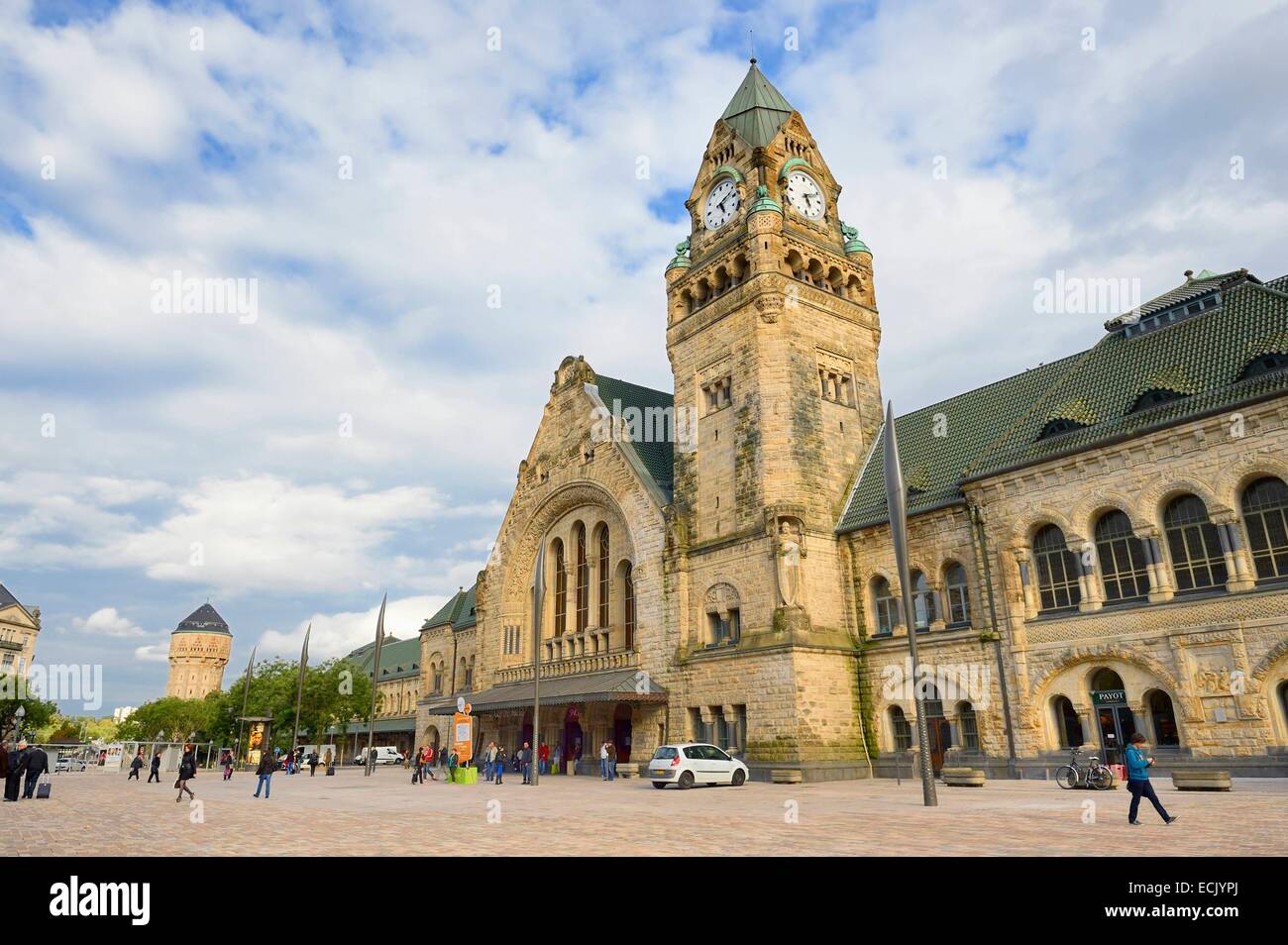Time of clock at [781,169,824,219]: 5:11
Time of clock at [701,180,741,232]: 5:11
